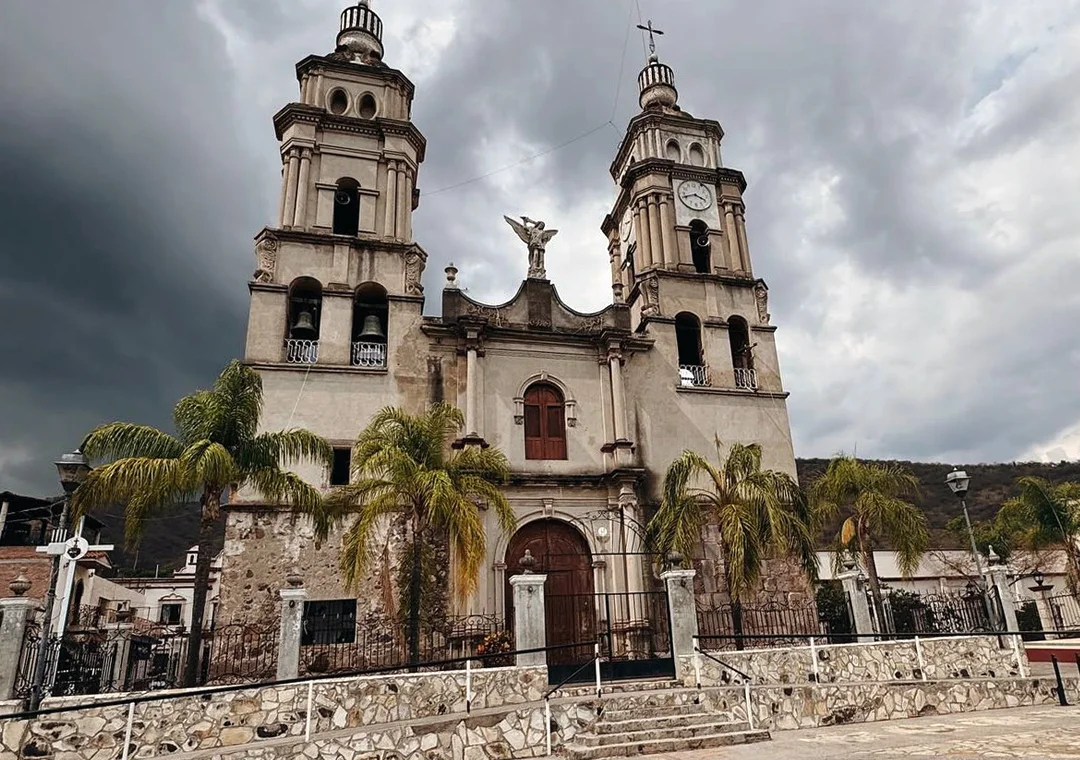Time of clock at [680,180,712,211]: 3:42
